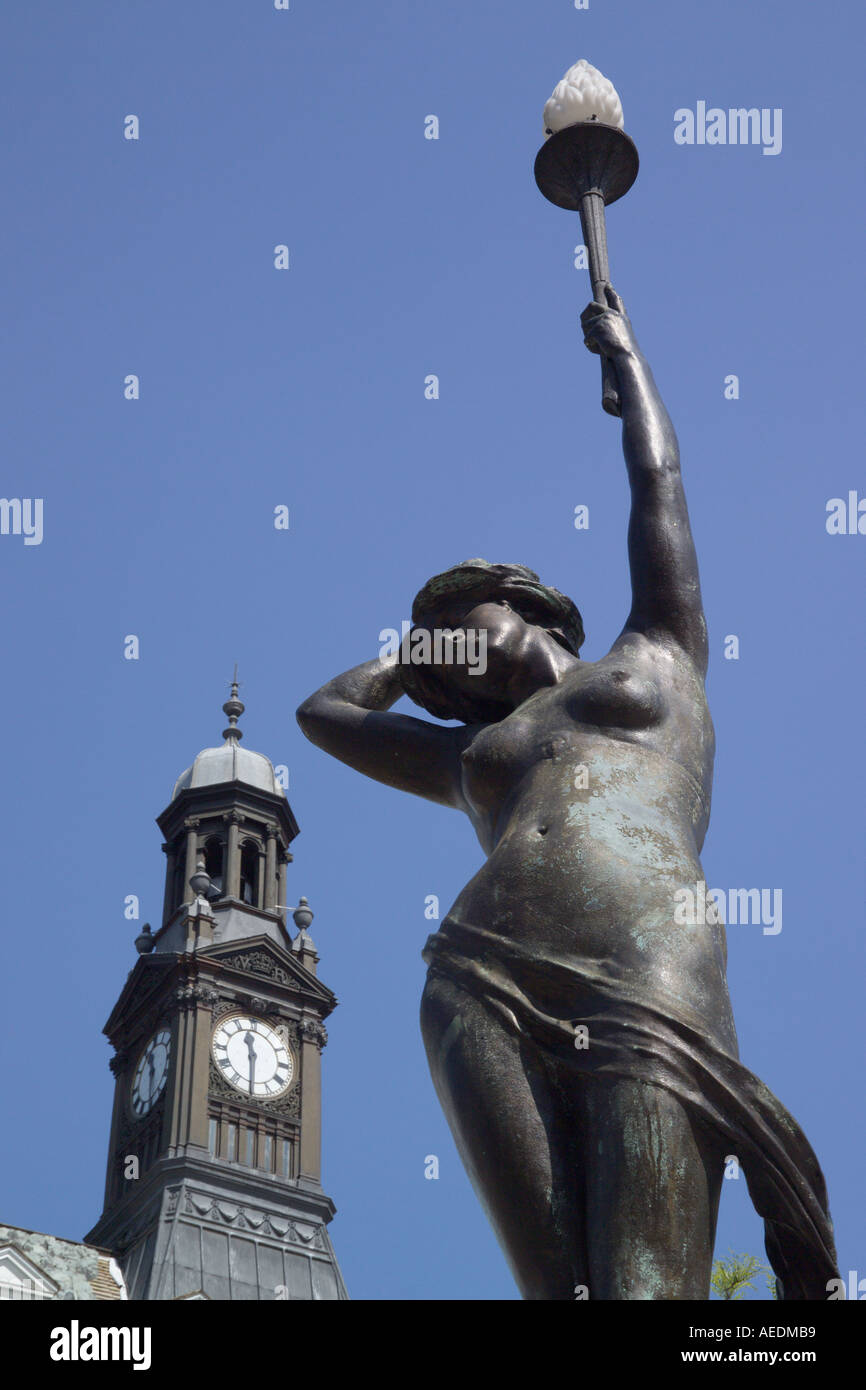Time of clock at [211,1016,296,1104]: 11:30
